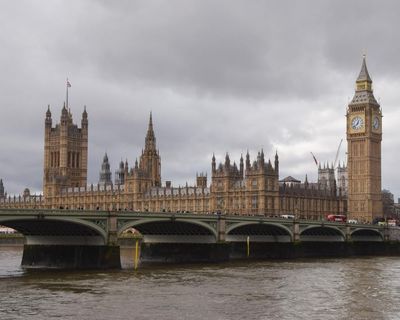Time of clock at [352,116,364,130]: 12:37
